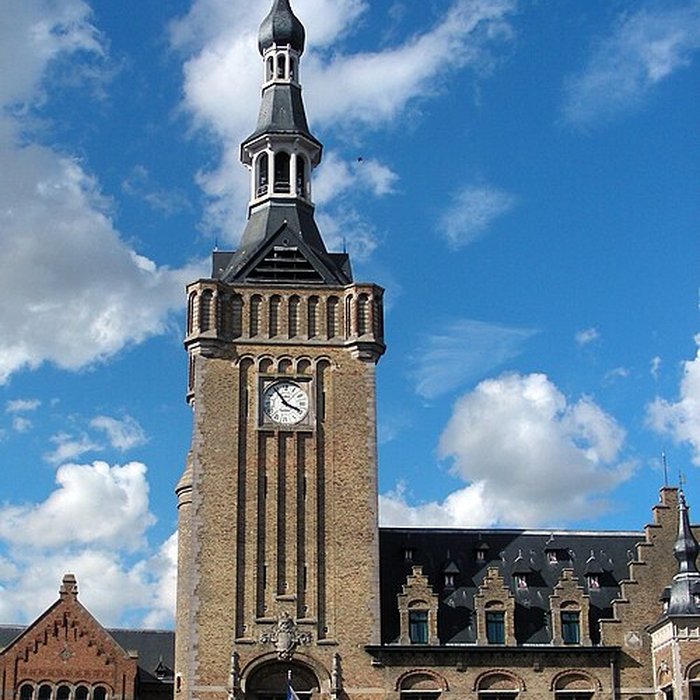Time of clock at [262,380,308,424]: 3:54
